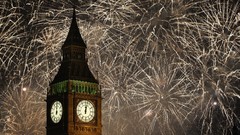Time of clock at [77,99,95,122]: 12:02
